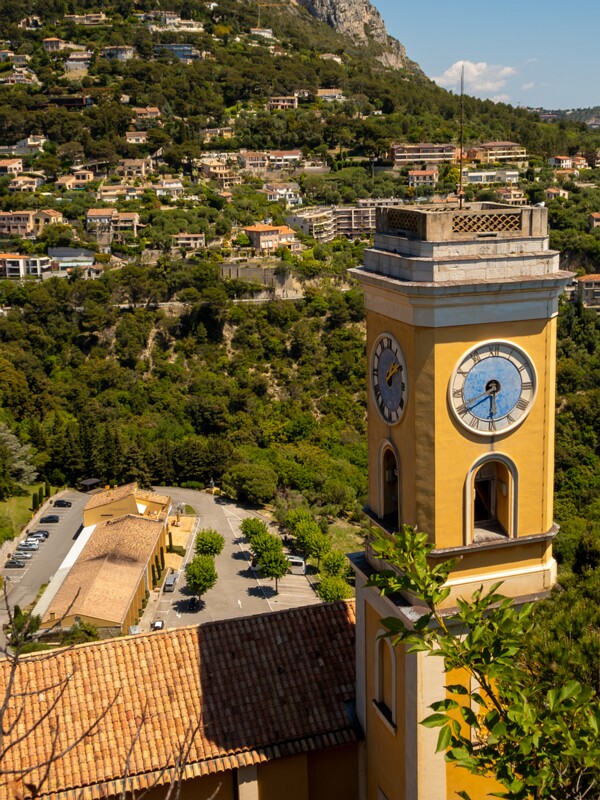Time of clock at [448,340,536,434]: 5:40
